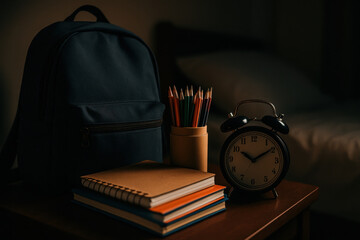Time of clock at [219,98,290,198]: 10:09
